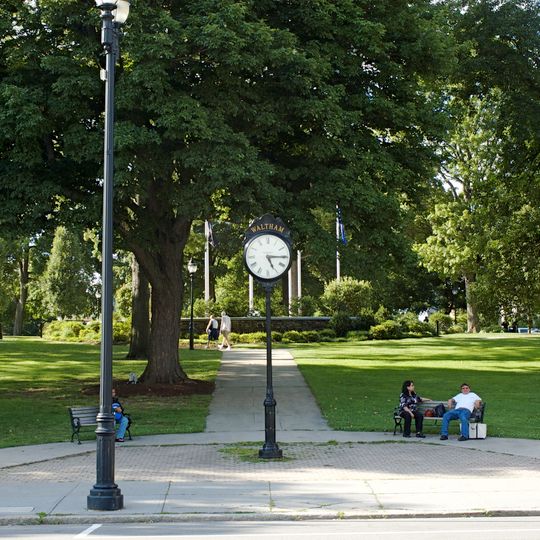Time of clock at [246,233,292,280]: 5:15
